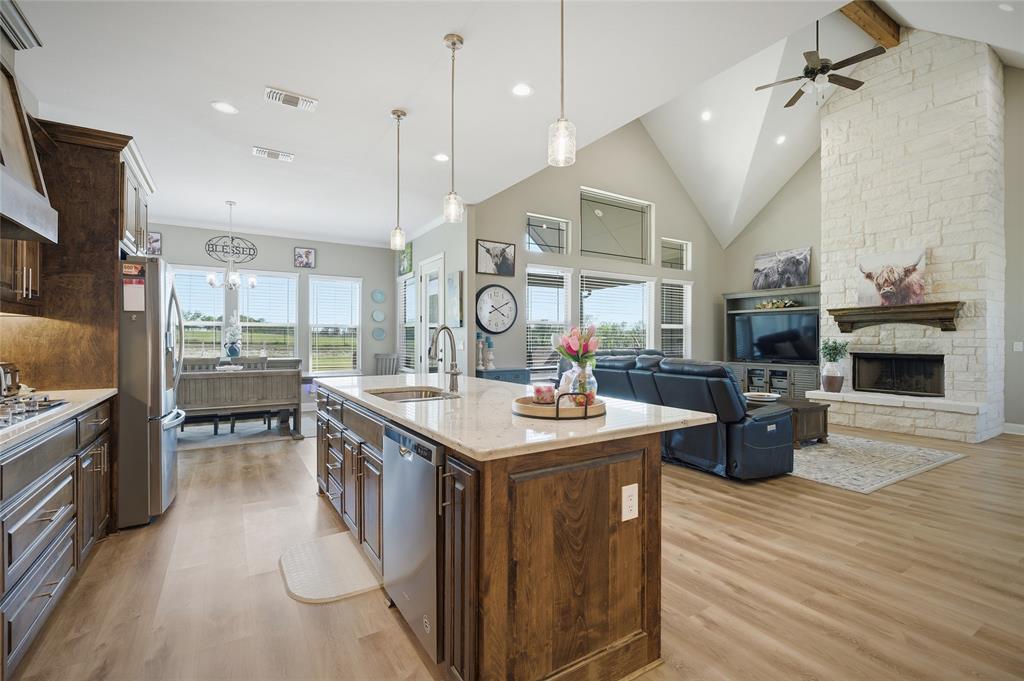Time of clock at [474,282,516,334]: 4:10
